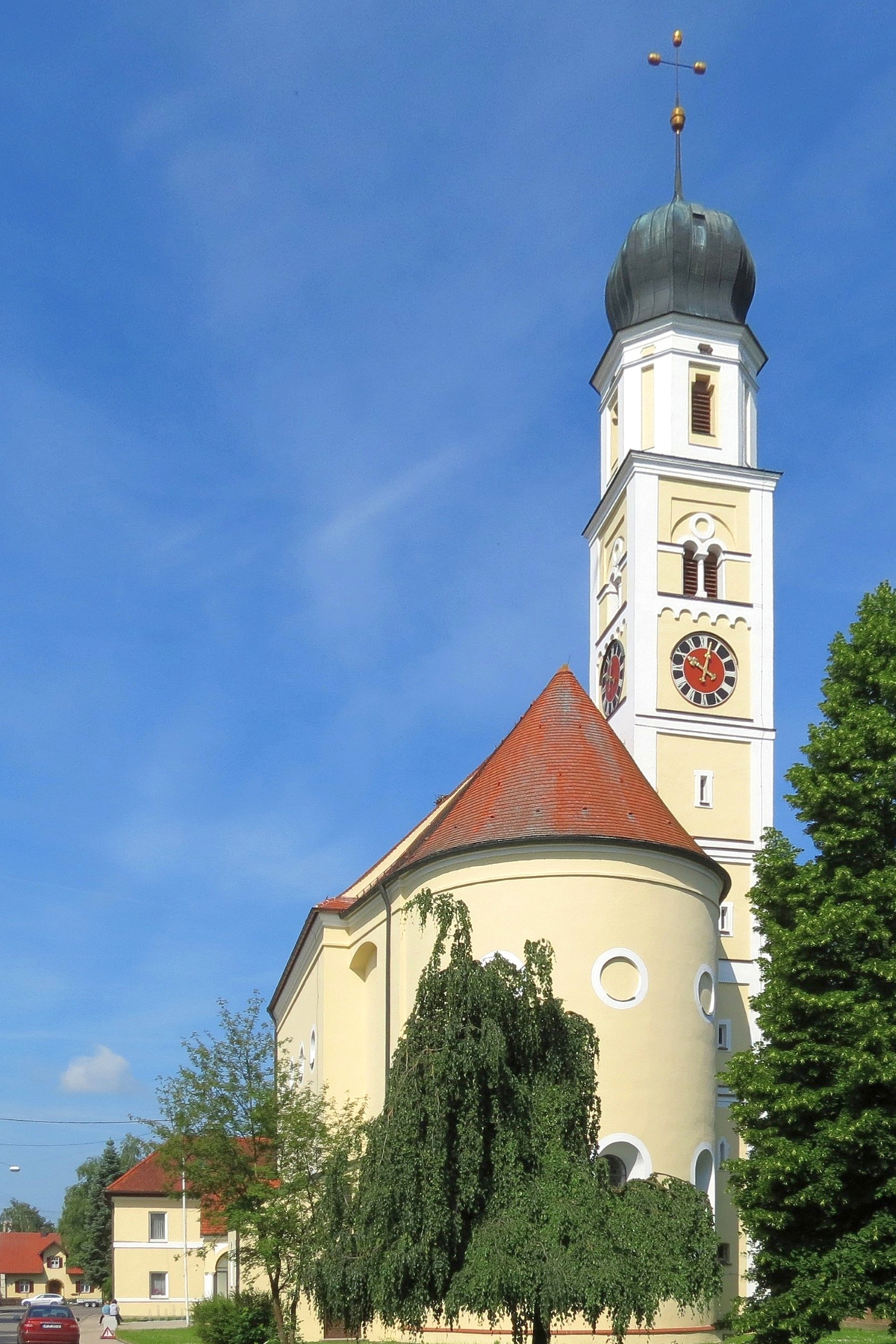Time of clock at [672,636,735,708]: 10:02
